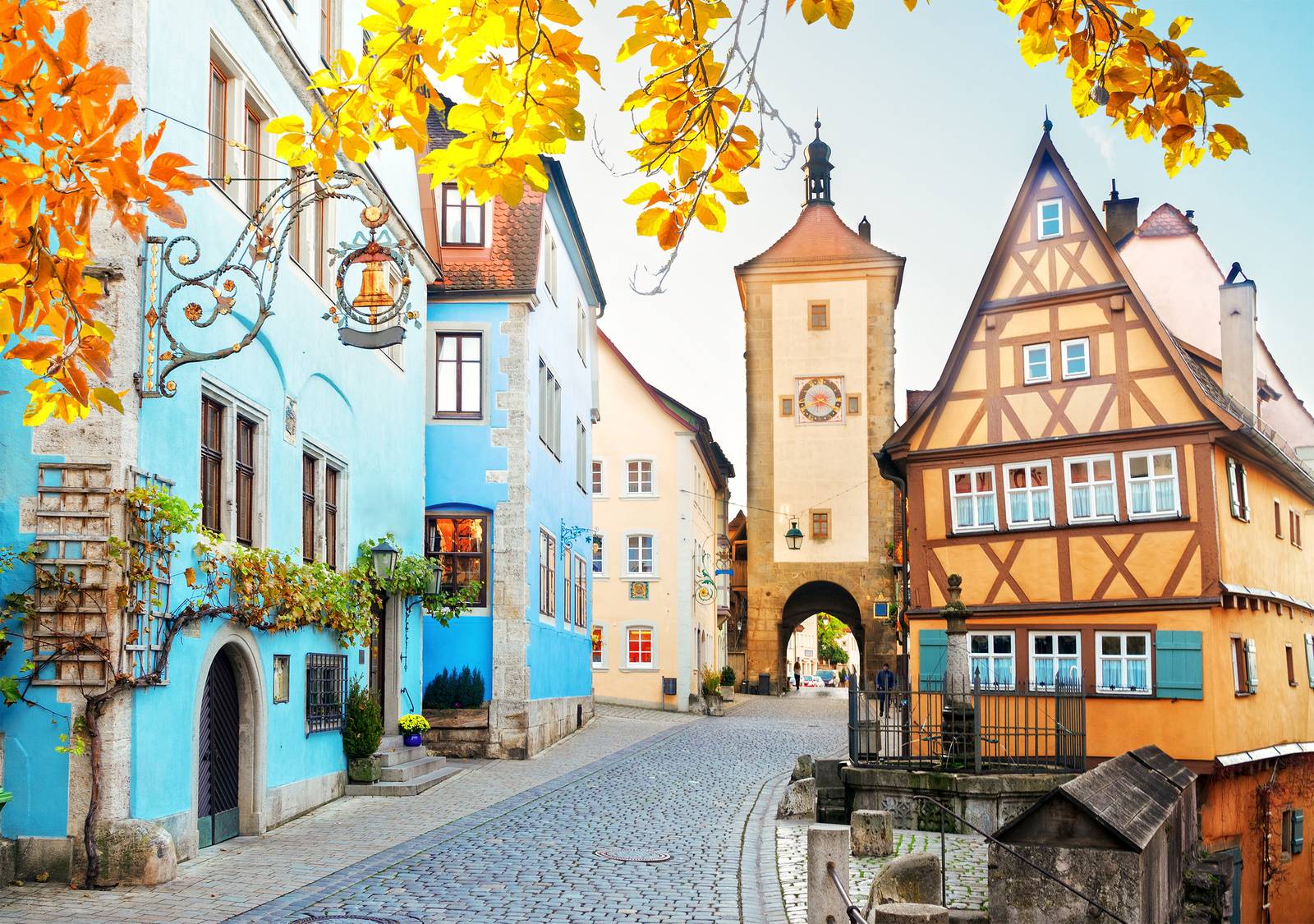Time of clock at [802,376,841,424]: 8:18
